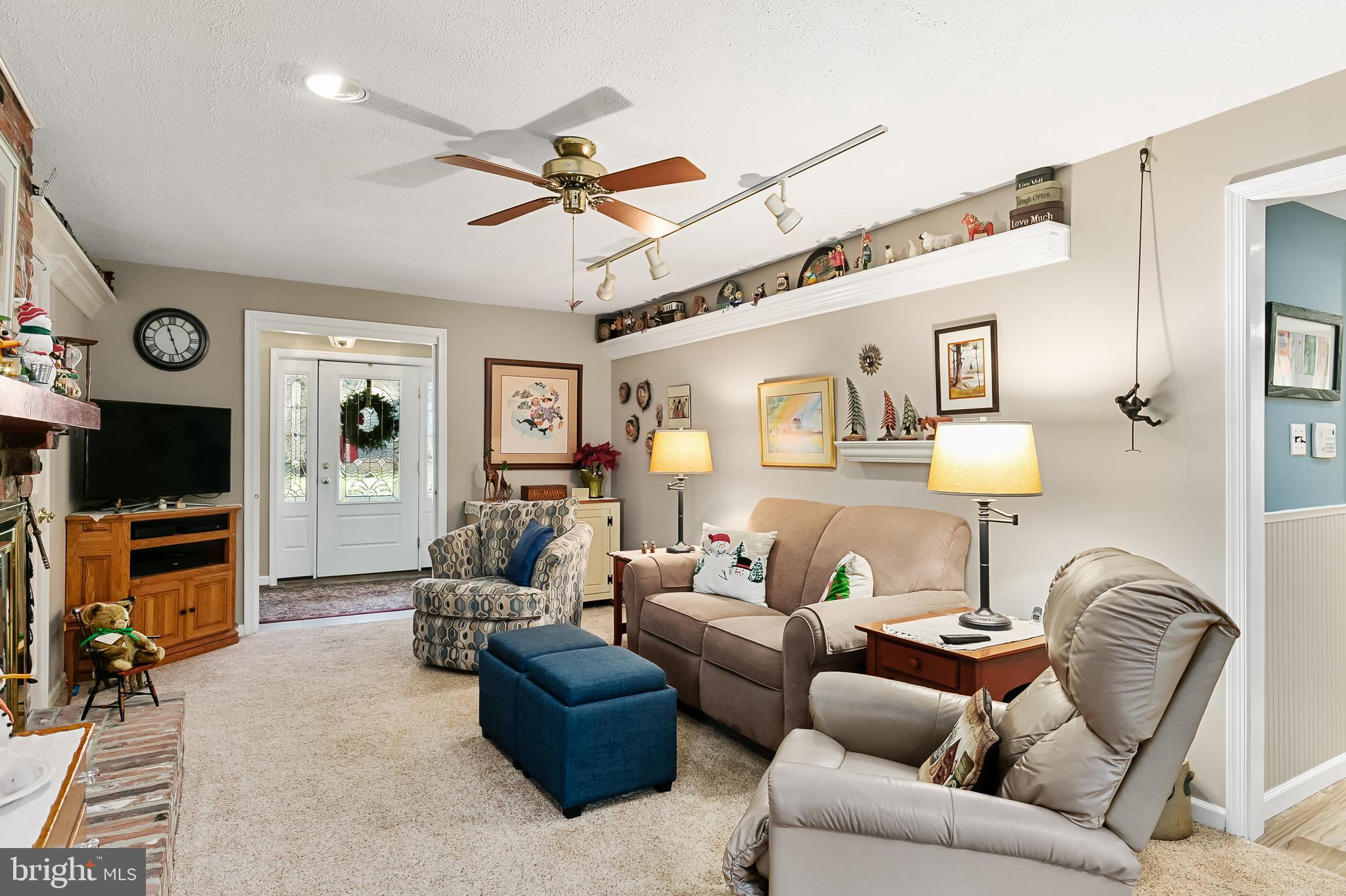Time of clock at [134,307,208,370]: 11:26
